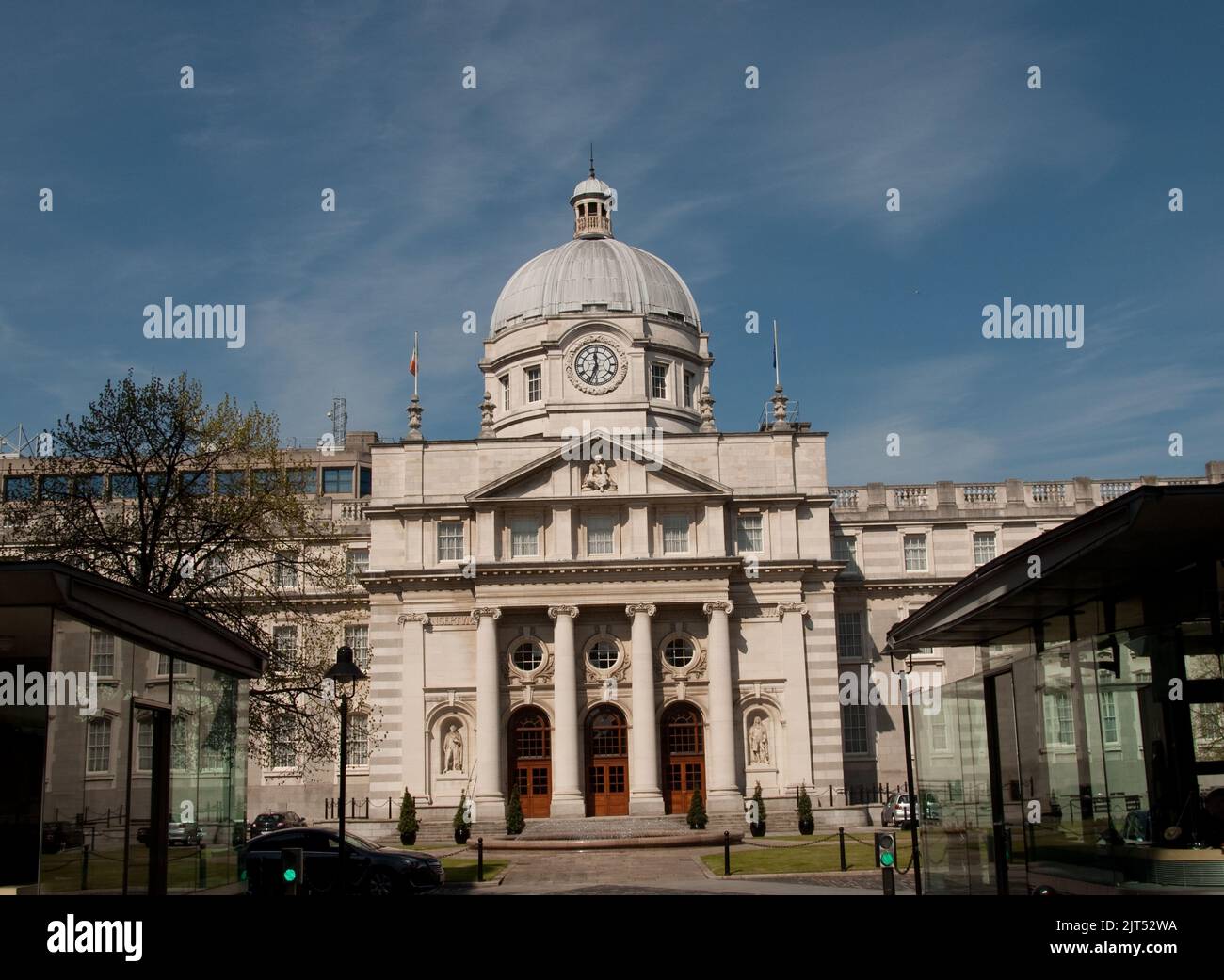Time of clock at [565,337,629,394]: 11:33
